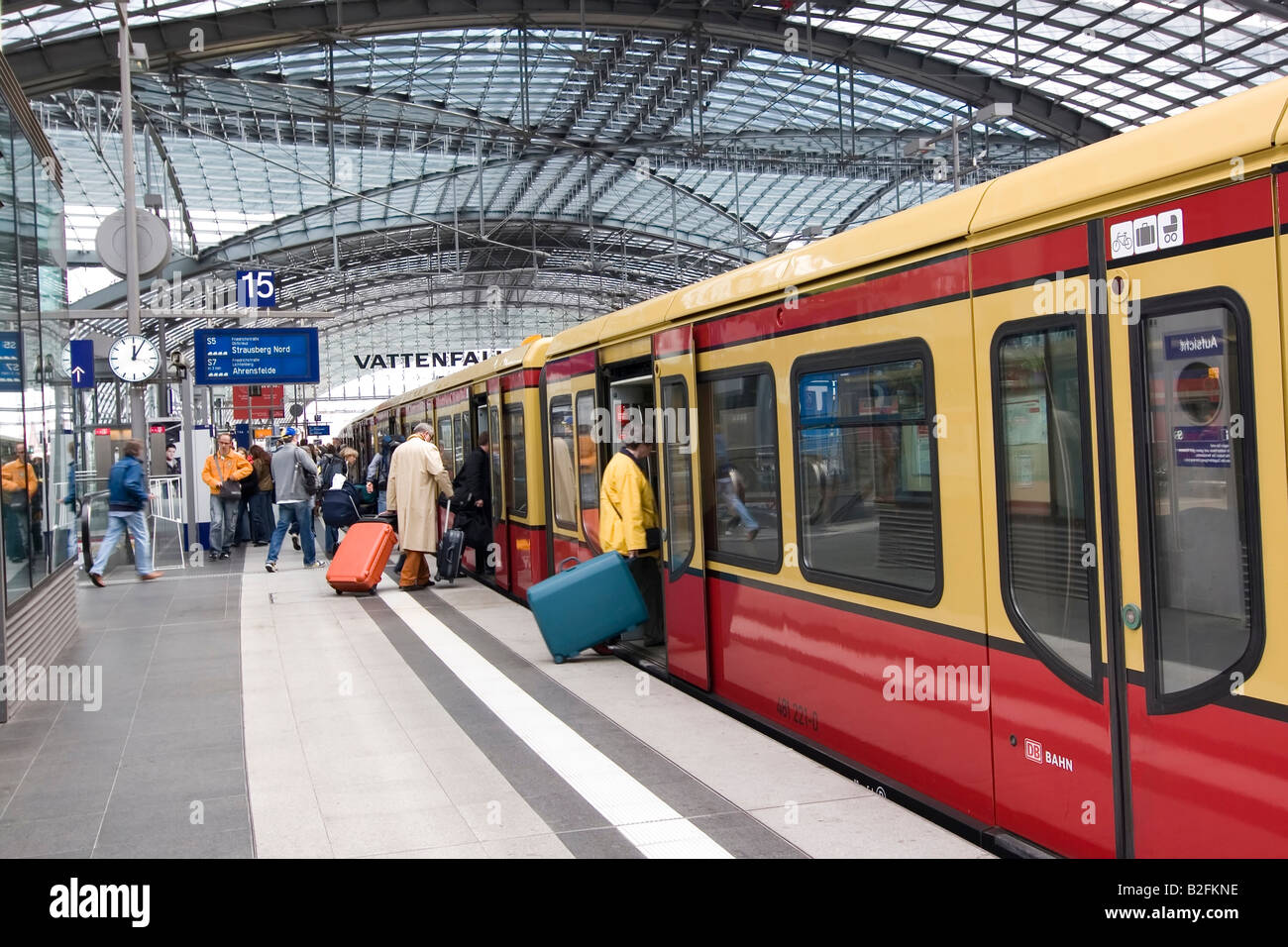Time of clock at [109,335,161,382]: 12:05
